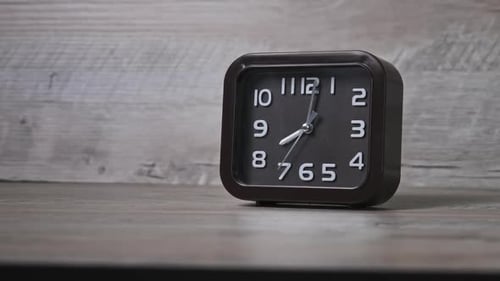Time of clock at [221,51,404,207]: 8:02
